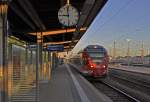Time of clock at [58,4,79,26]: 8:58
